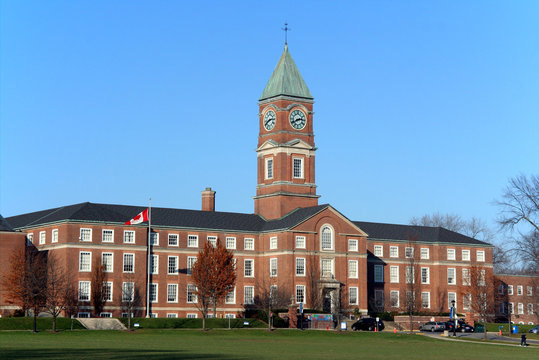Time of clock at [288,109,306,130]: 2:40
